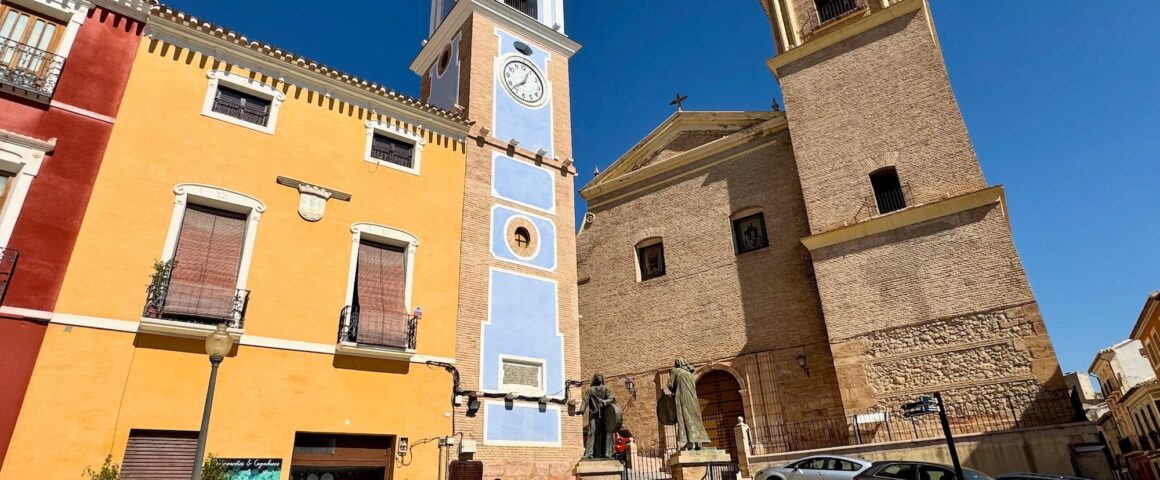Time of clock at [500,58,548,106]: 12:37
